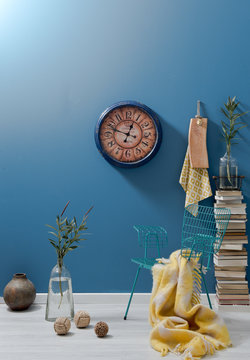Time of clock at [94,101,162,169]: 12:48
